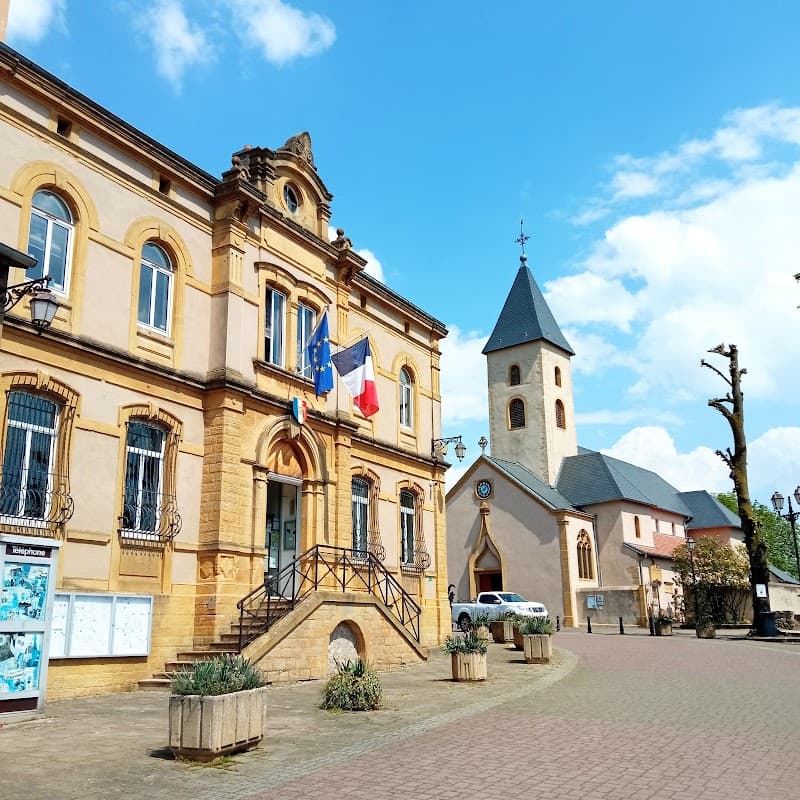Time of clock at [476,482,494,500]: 8:07
